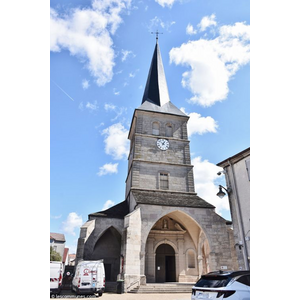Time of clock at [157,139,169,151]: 12:52
